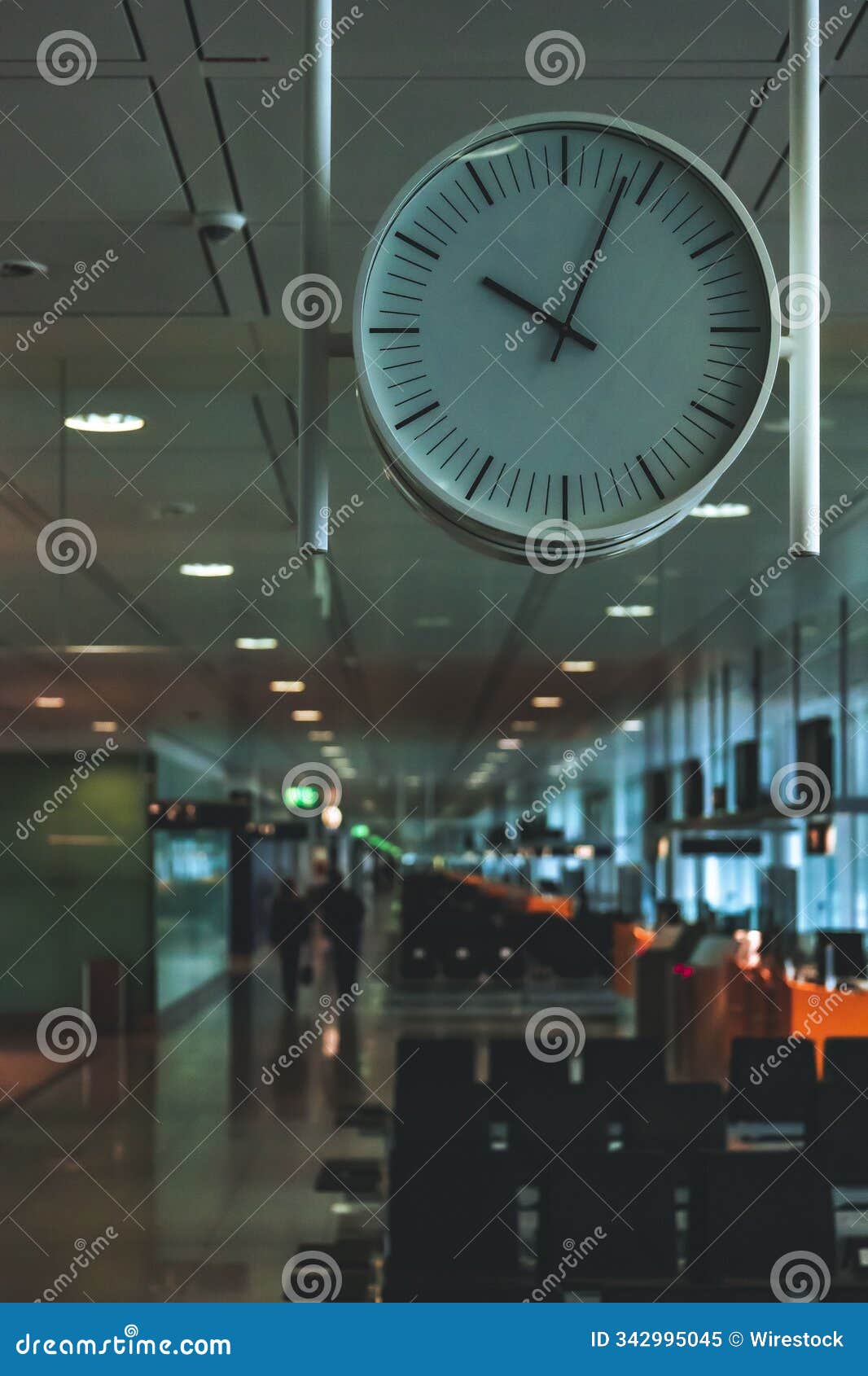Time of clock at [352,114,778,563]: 10:03
